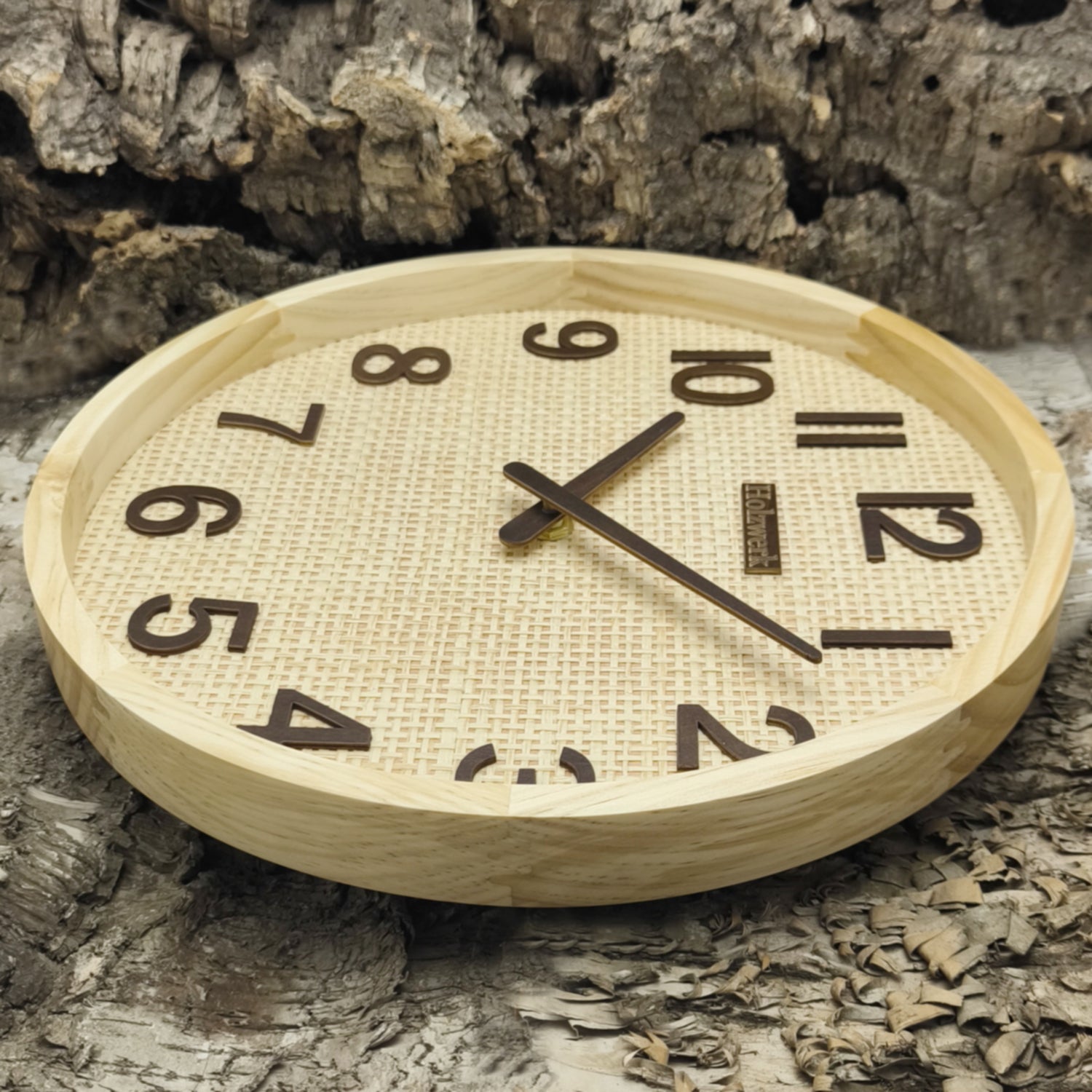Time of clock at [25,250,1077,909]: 1:22
